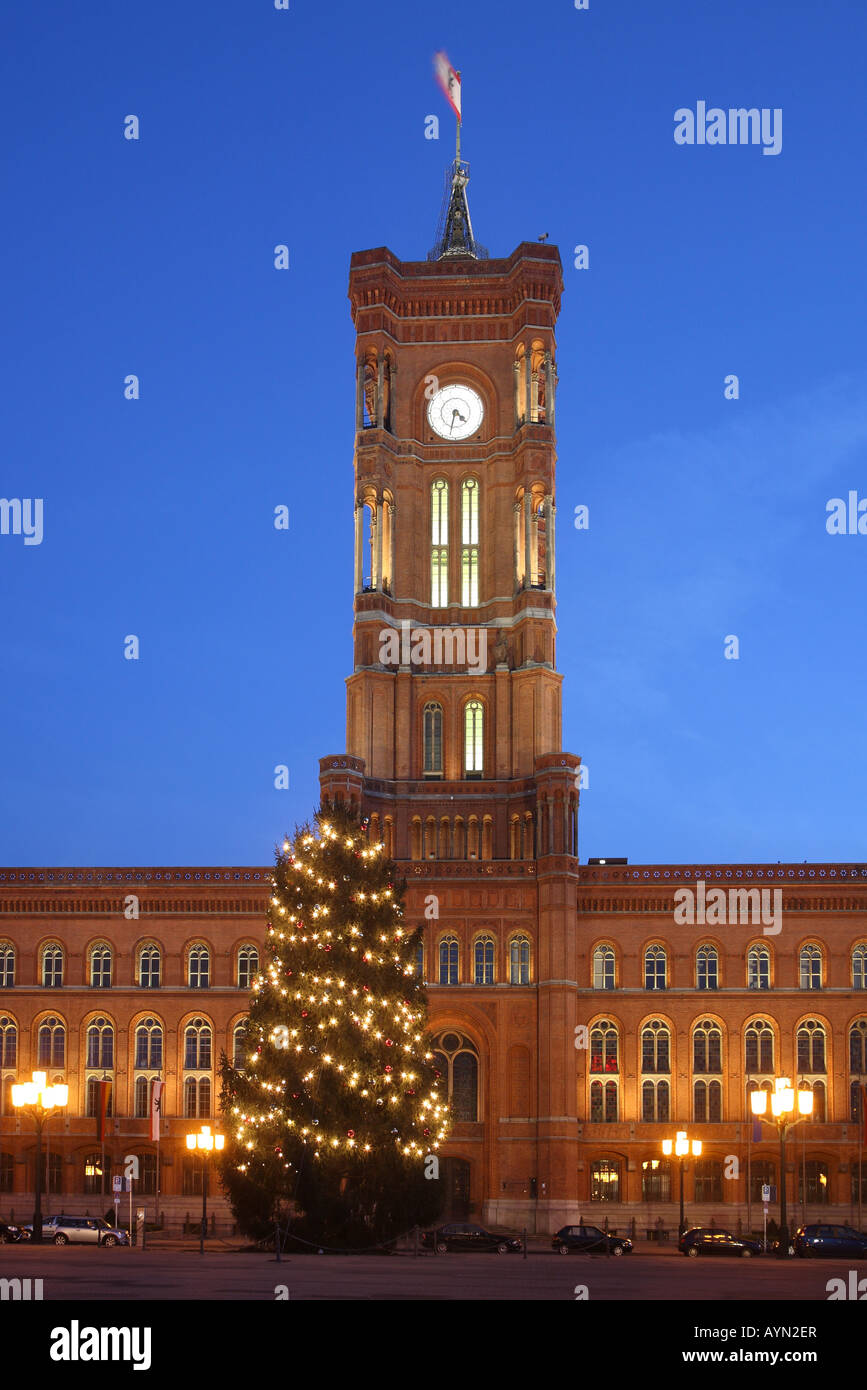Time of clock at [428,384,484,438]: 4:32
